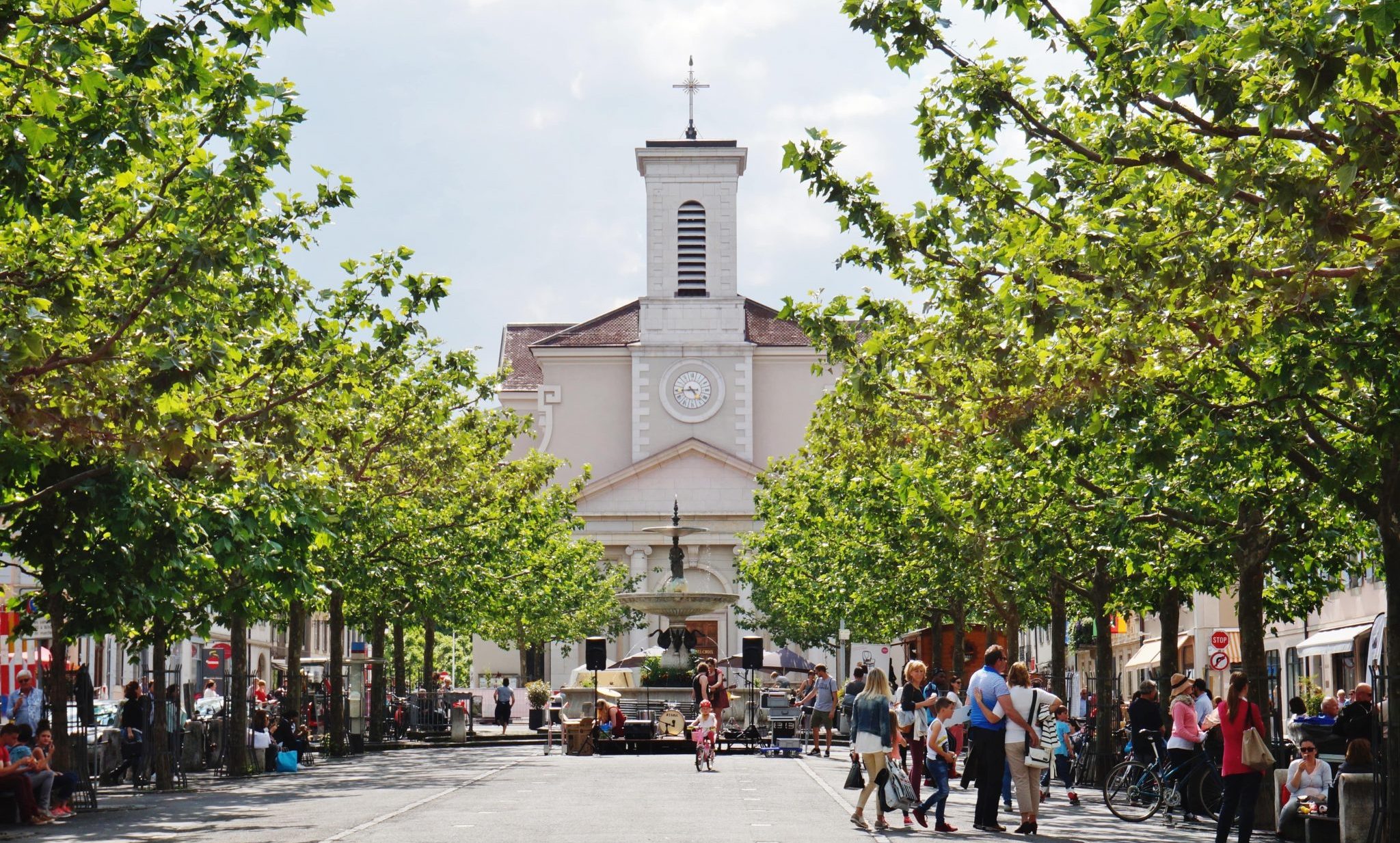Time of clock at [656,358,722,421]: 4:43
